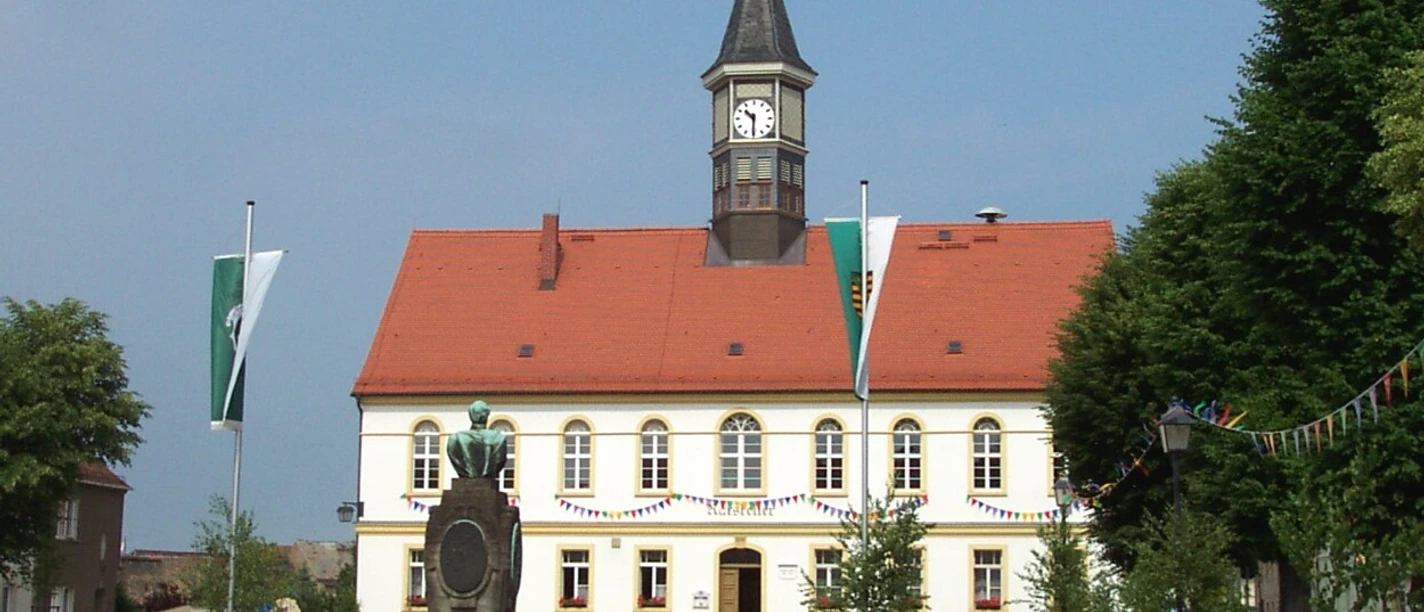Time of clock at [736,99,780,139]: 10:30
